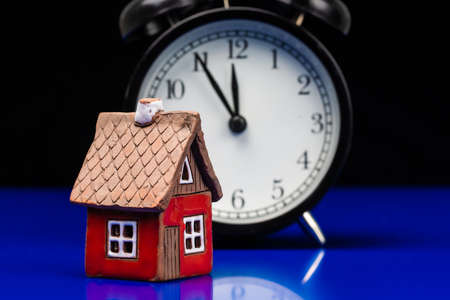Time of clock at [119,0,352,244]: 11:54
